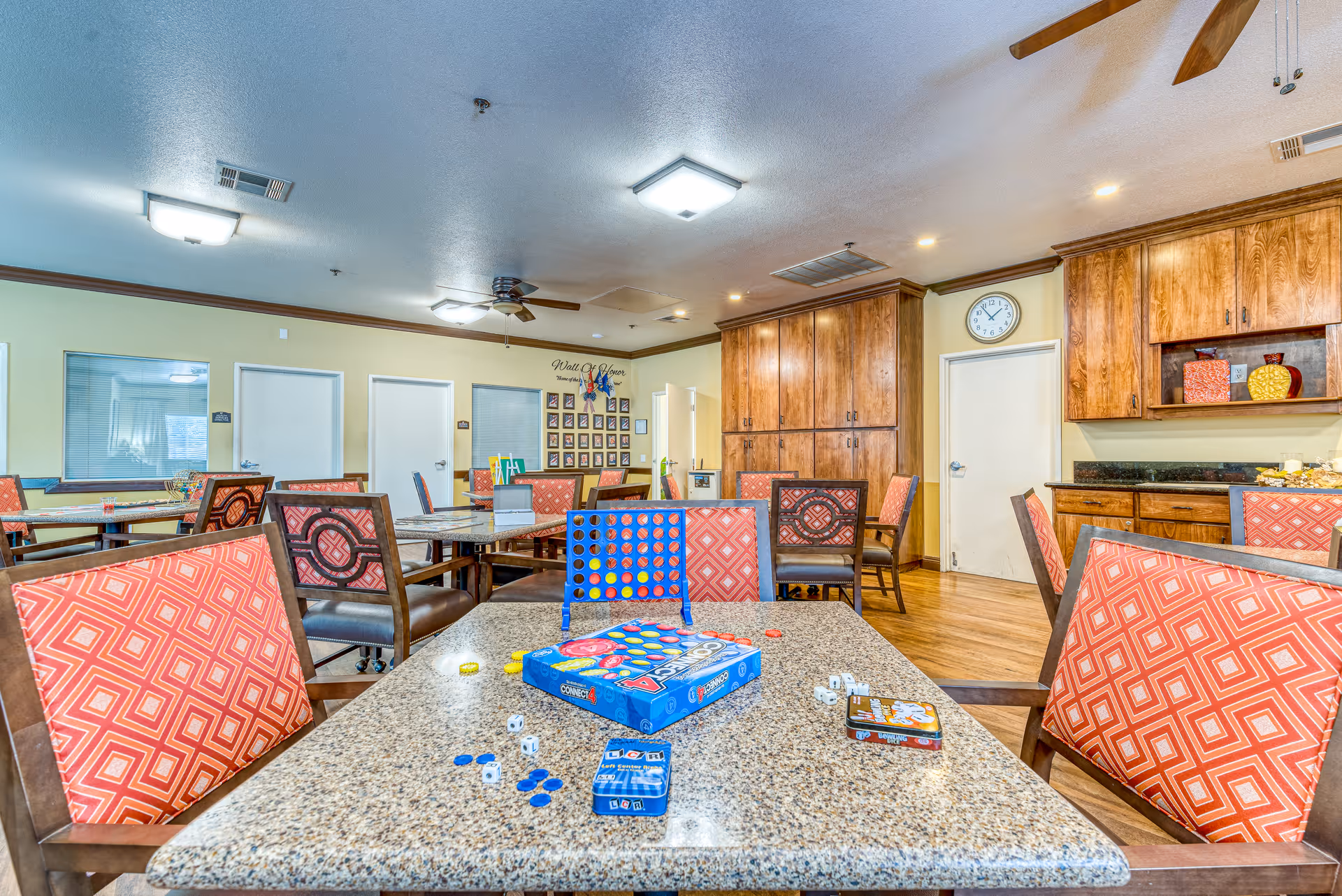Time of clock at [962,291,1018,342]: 1:53
